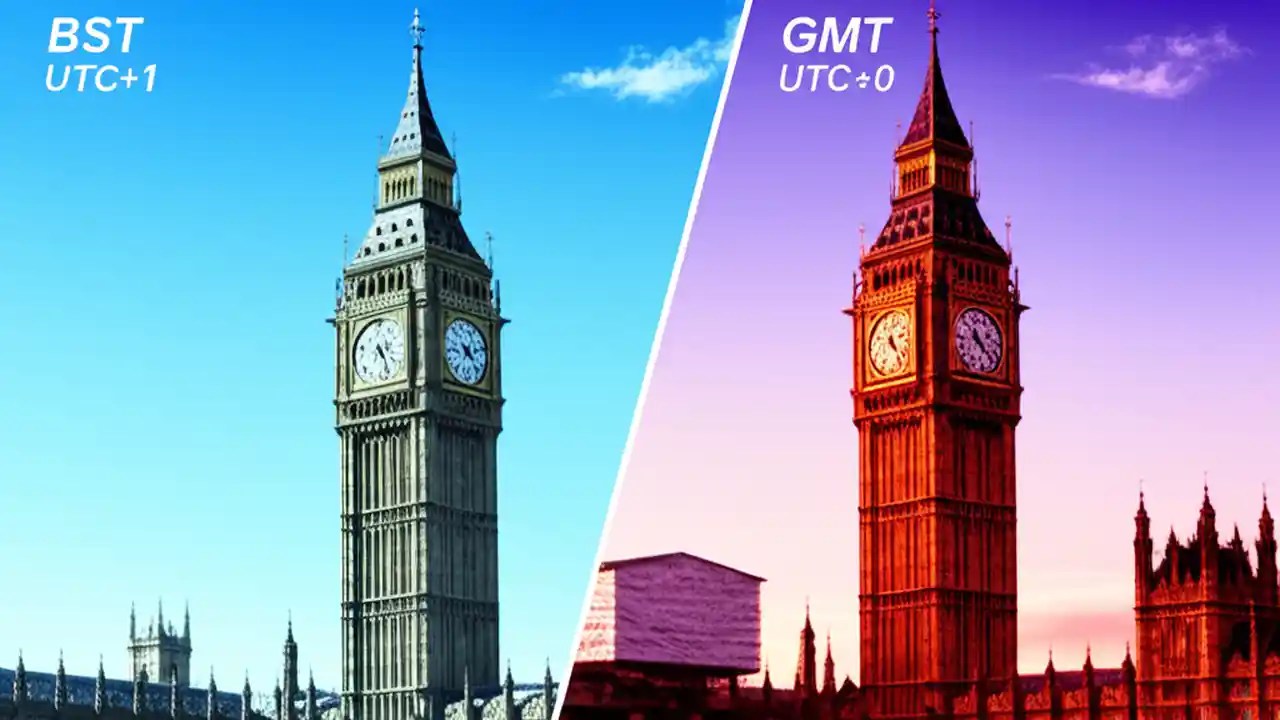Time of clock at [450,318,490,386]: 4:12
